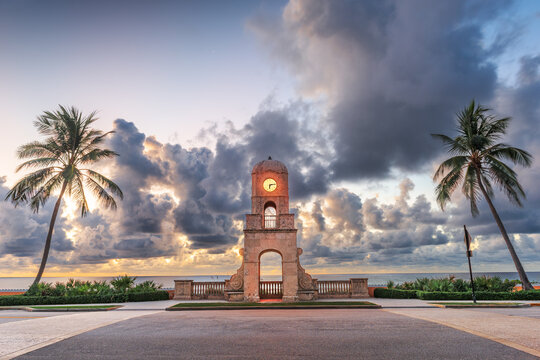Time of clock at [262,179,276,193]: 6:13
